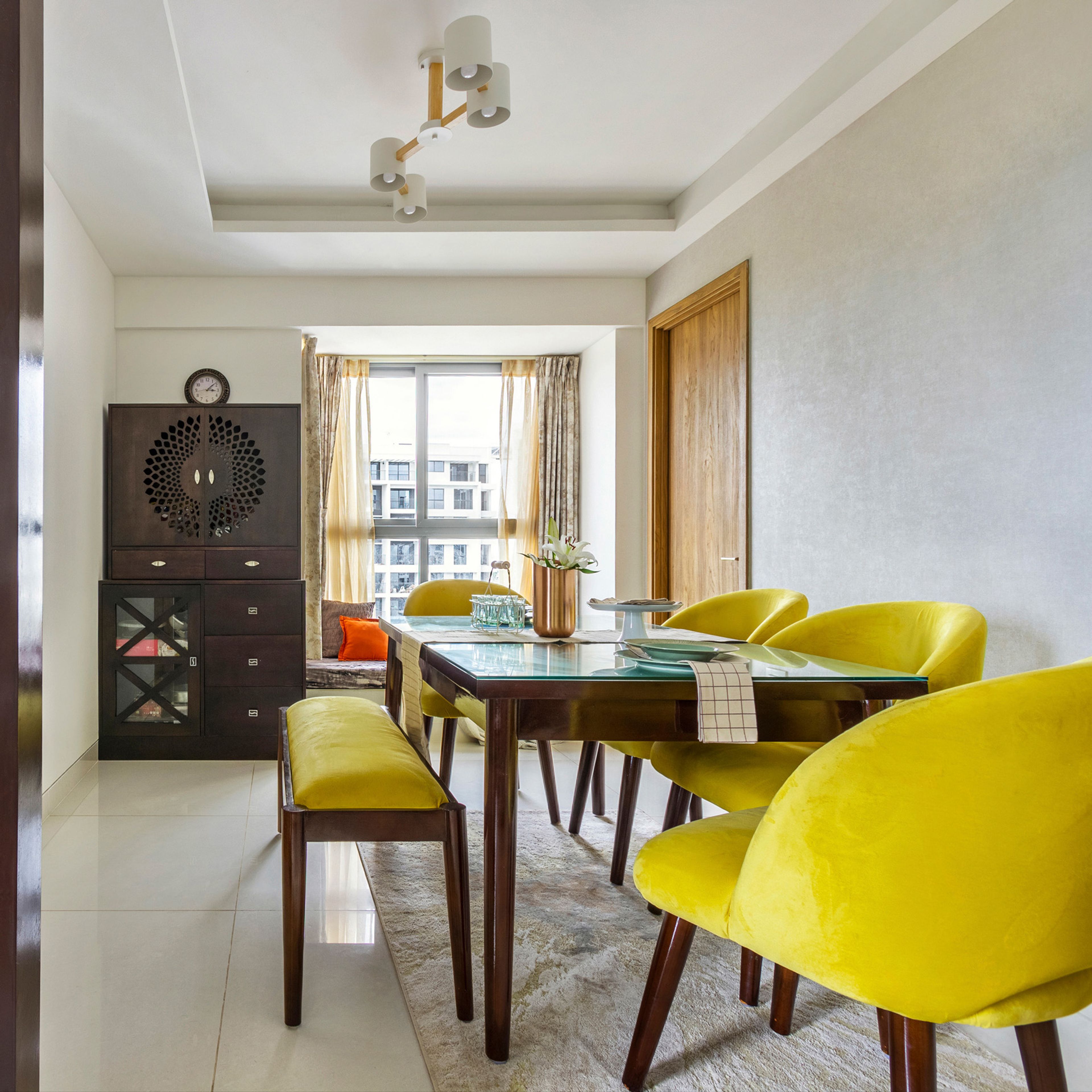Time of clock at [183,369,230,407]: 3:08
